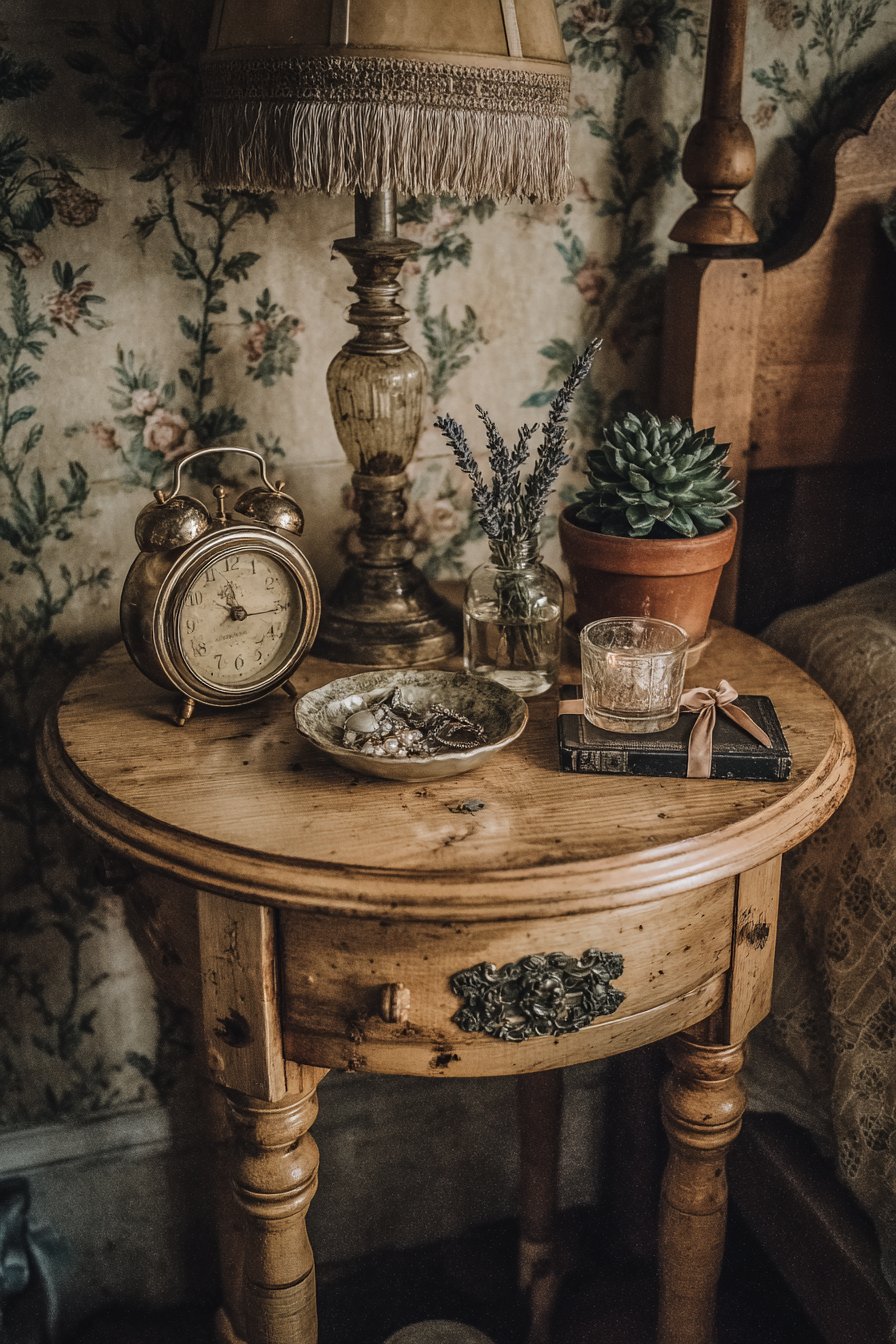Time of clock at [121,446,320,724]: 11:16
